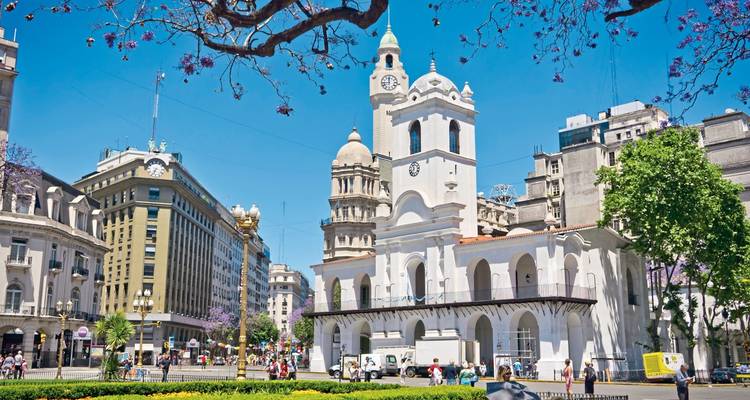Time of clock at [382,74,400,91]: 11:44
